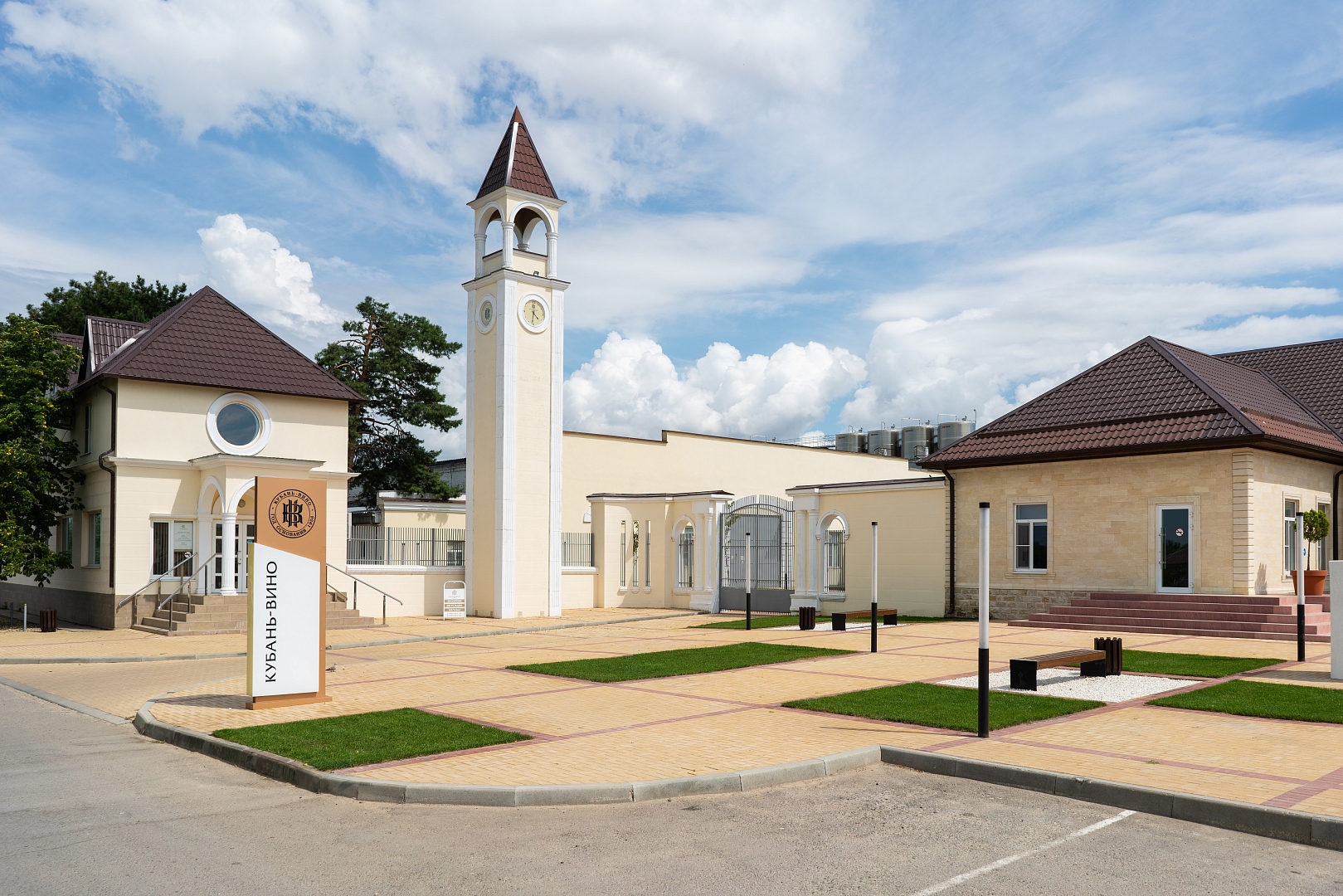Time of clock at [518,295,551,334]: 4:31
